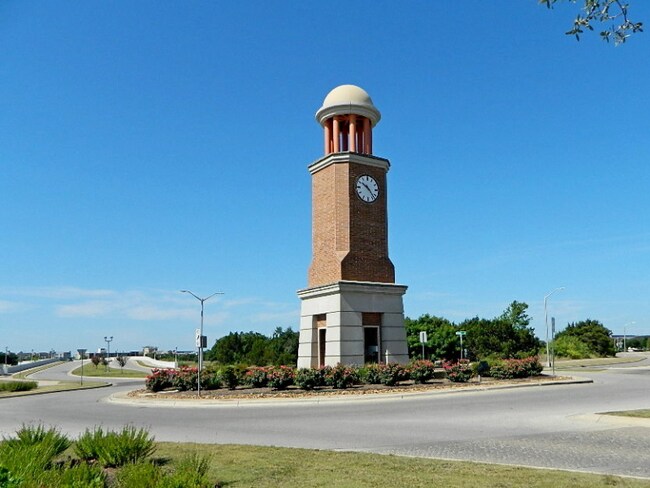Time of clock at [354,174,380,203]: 10:23
